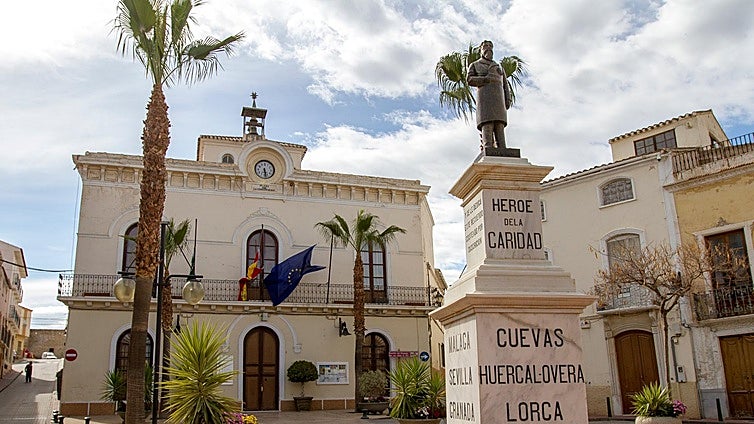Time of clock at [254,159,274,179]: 5:28
